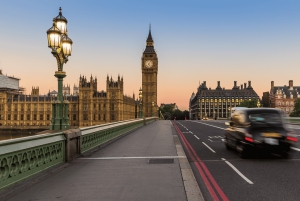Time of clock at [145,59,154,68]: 5:06
